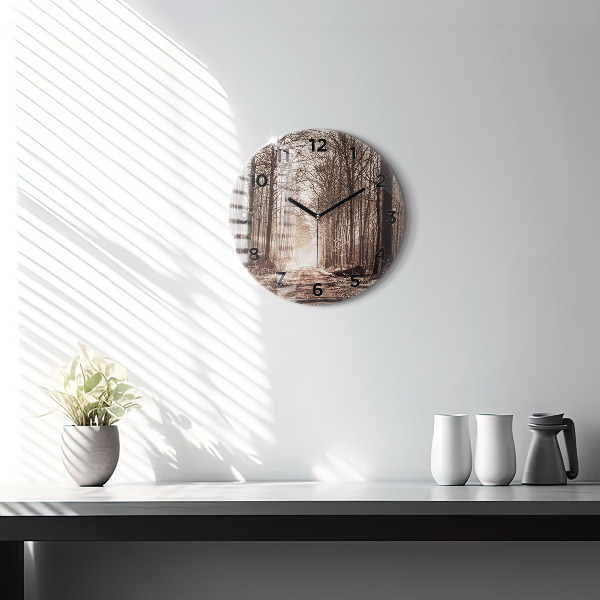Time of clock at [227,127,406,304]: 10:10
